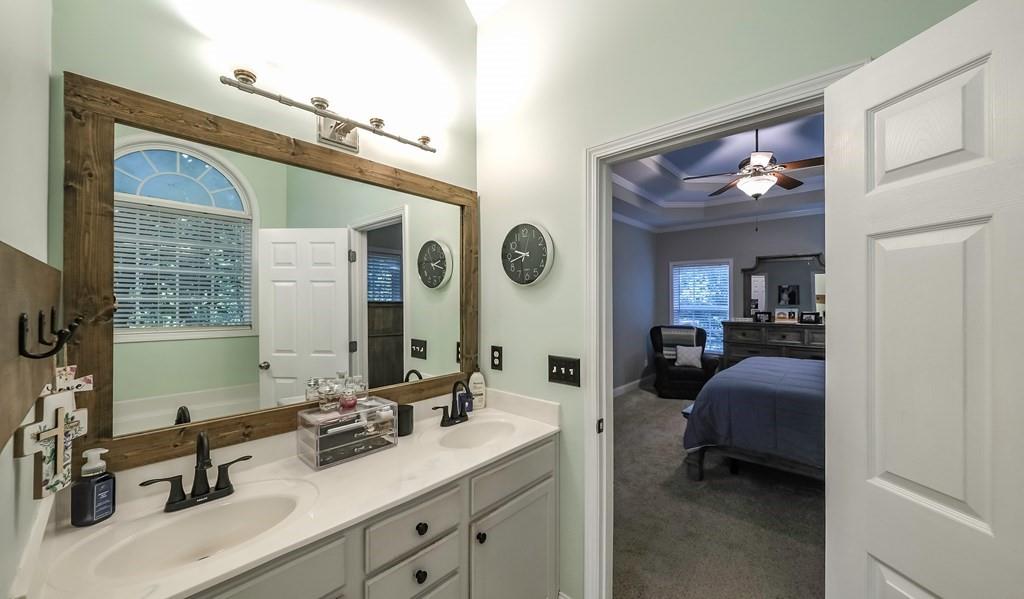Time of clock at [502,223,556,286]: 9:42
